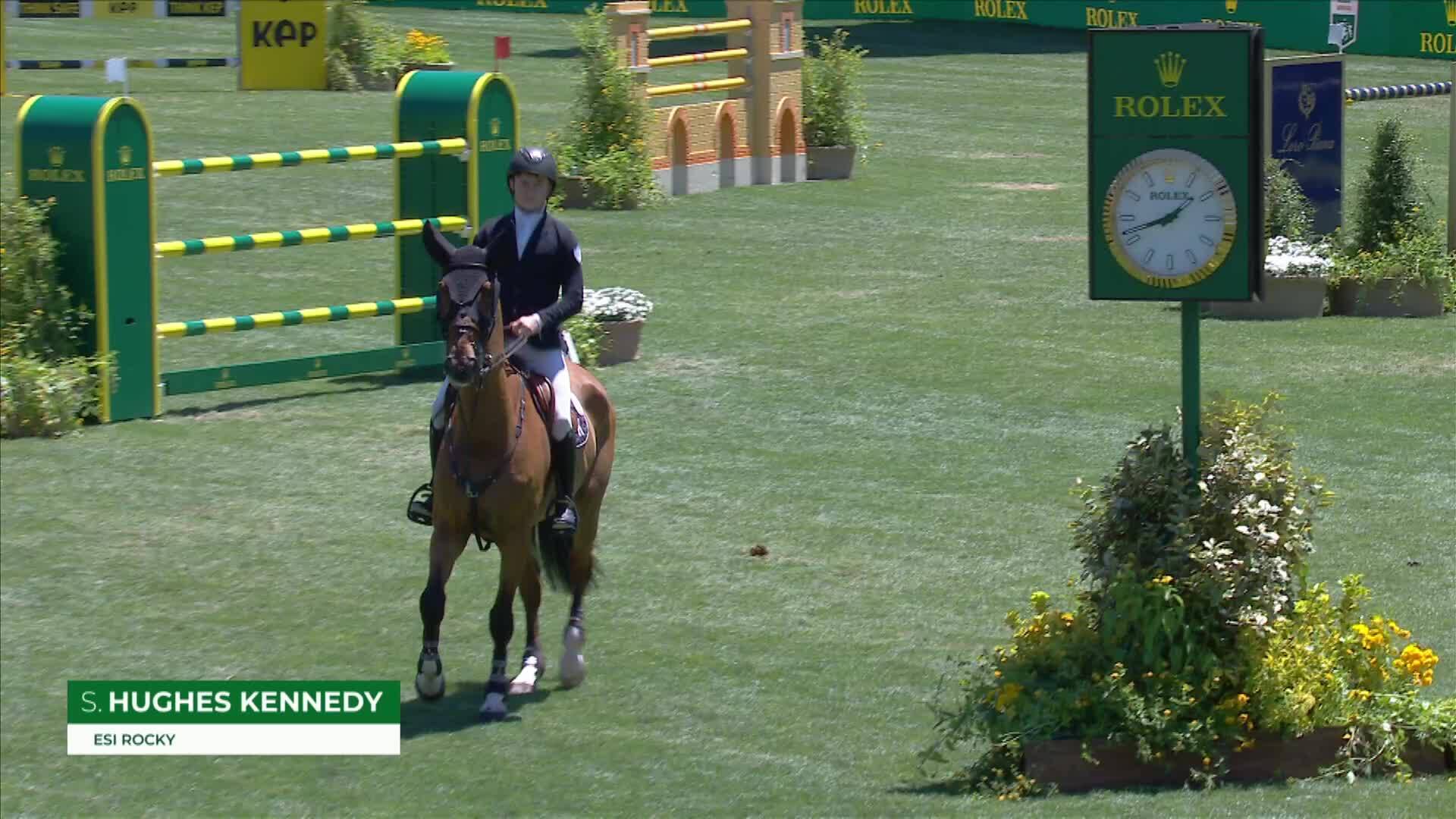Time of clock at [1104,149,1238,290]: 1:41
